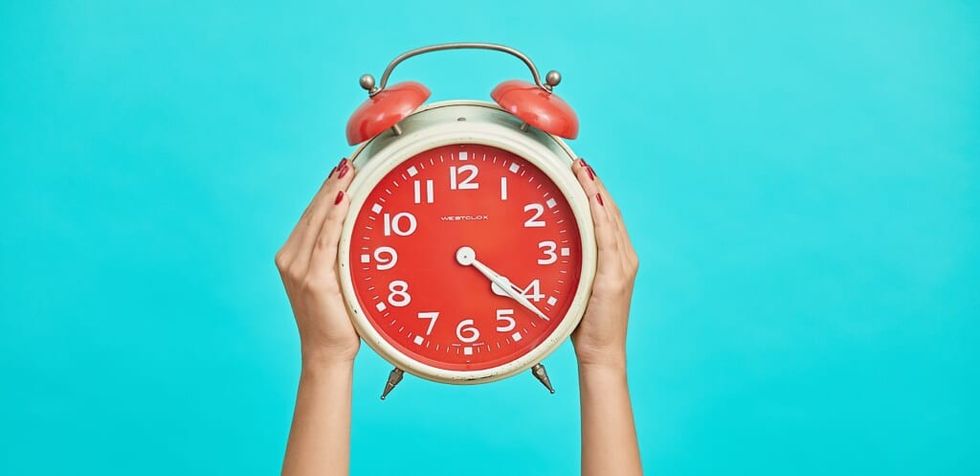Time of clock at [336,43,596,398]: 4:21
